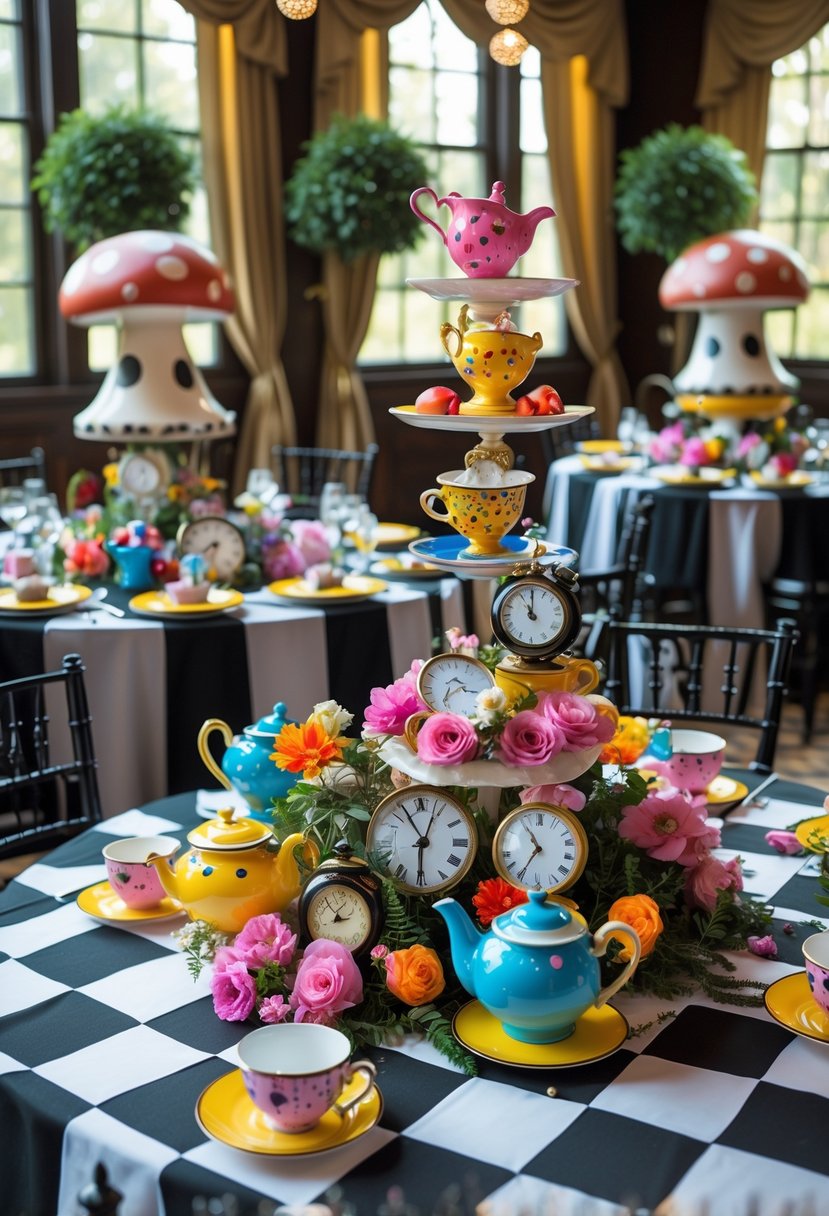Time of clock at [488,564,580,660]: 11:00
